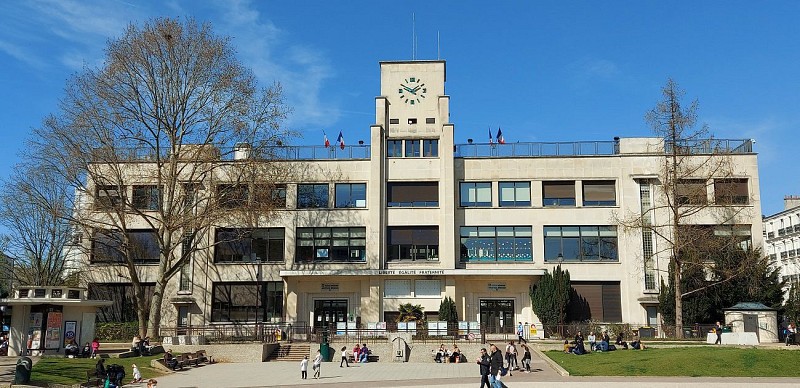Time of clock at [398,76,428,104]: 1:49
